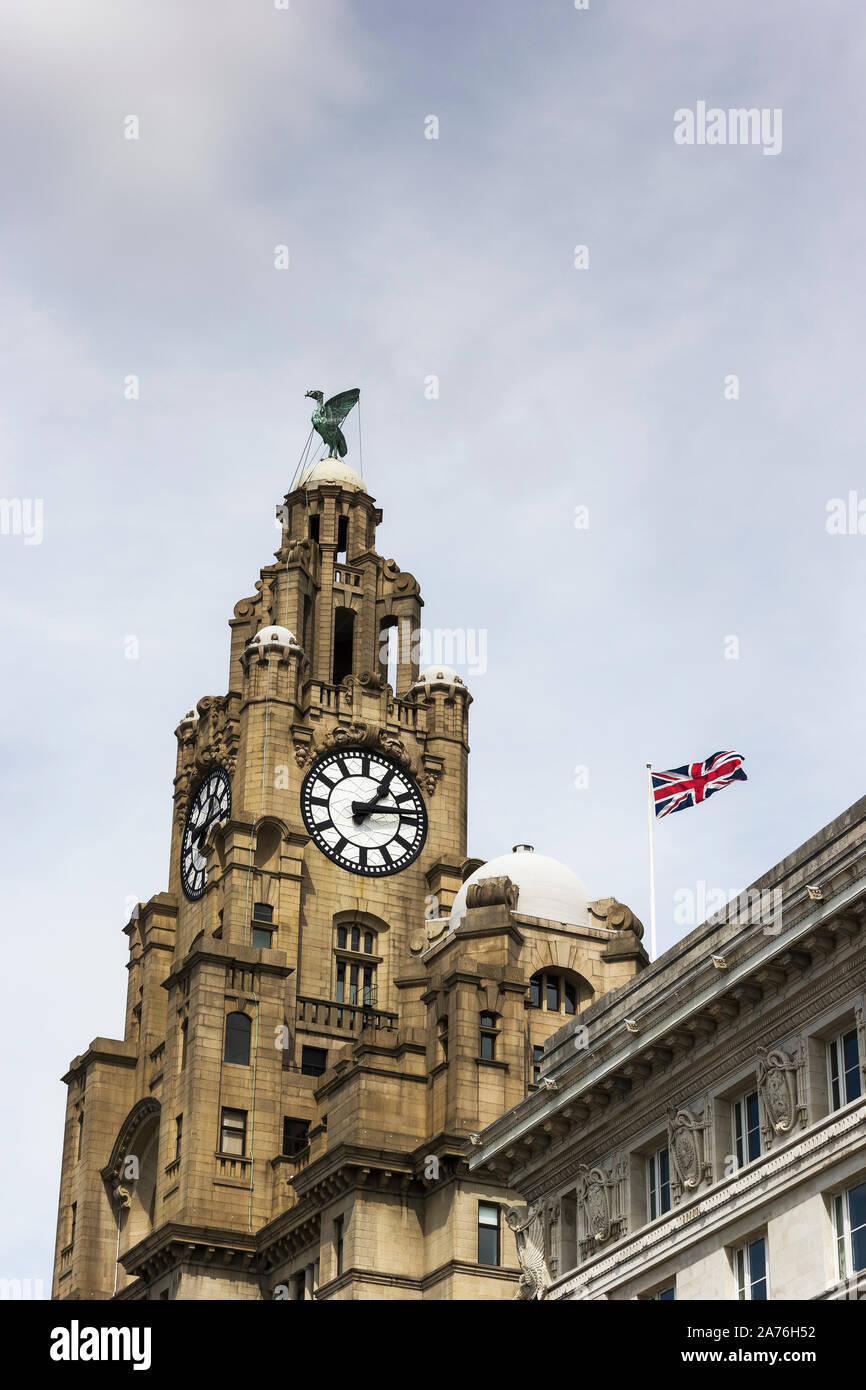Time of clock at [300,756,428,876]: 1:13
